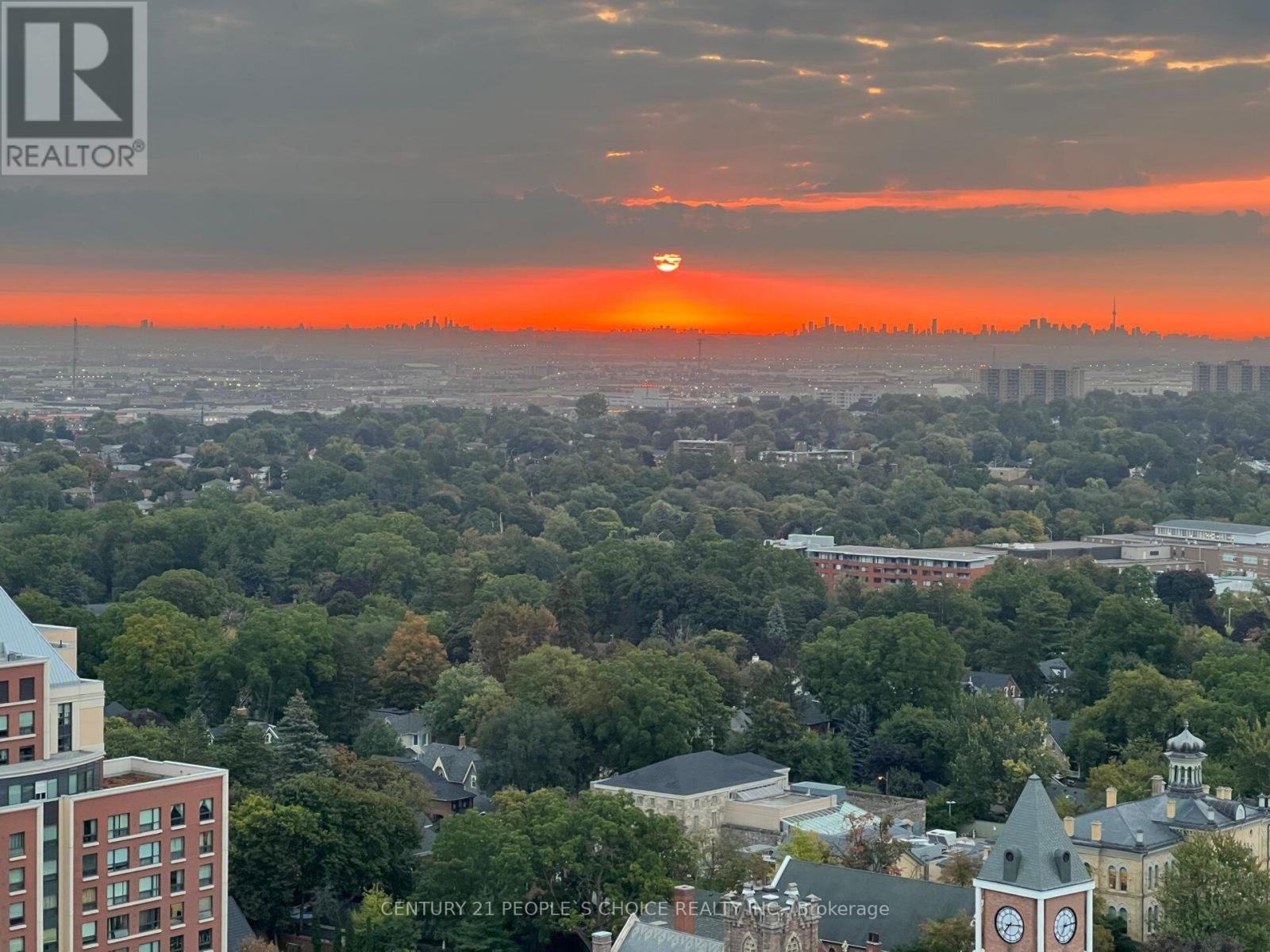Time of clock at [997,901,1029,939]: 7:14
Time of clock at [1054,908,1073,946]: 7:14
